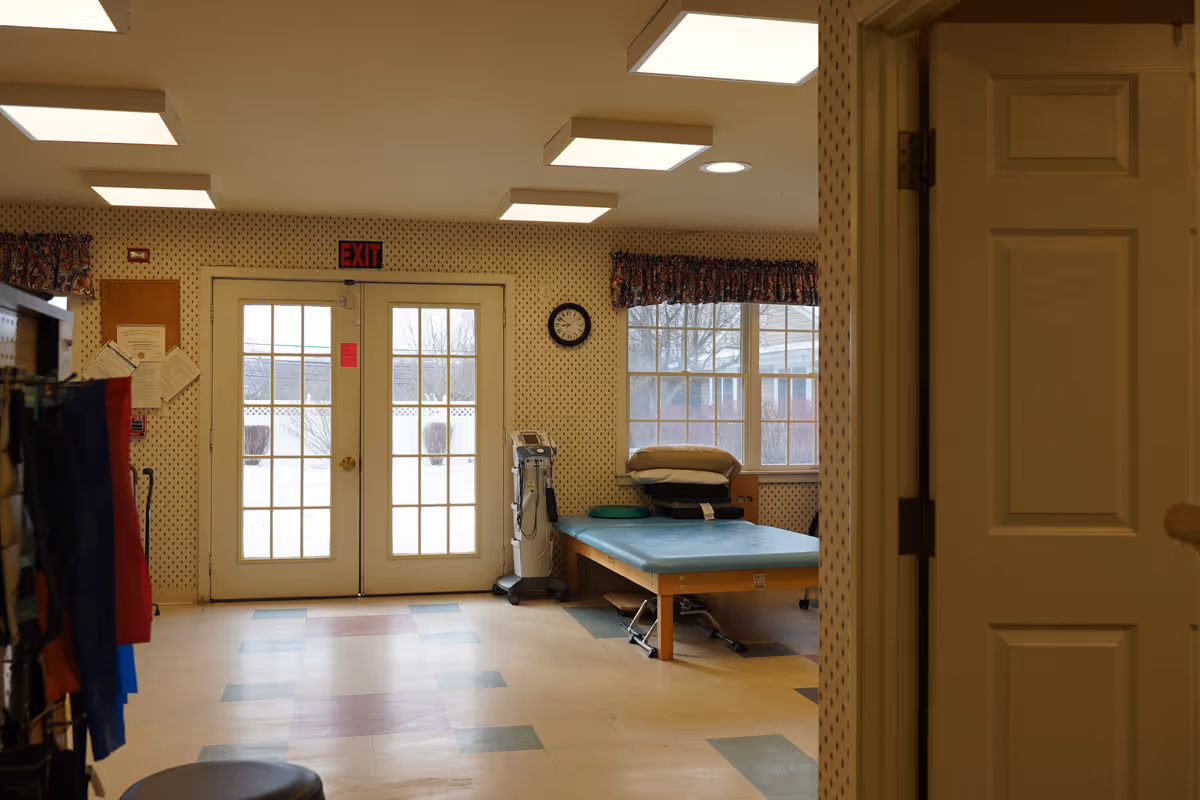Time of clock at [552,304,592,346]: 8:51
